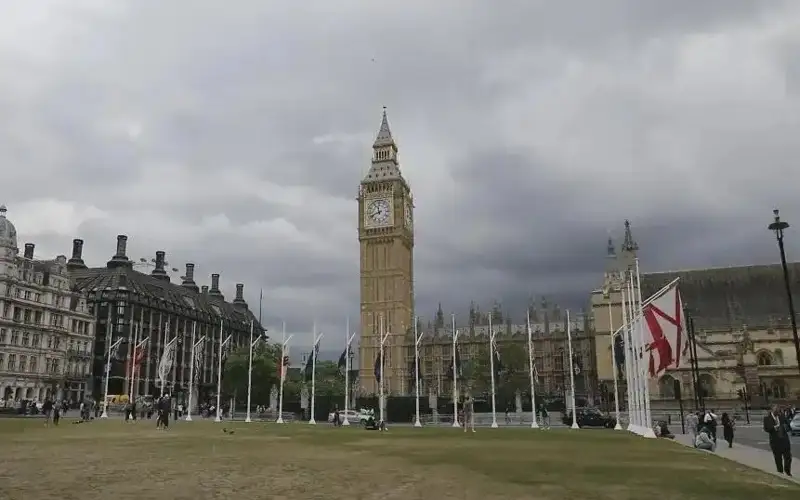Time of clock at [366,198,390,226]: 11:41
